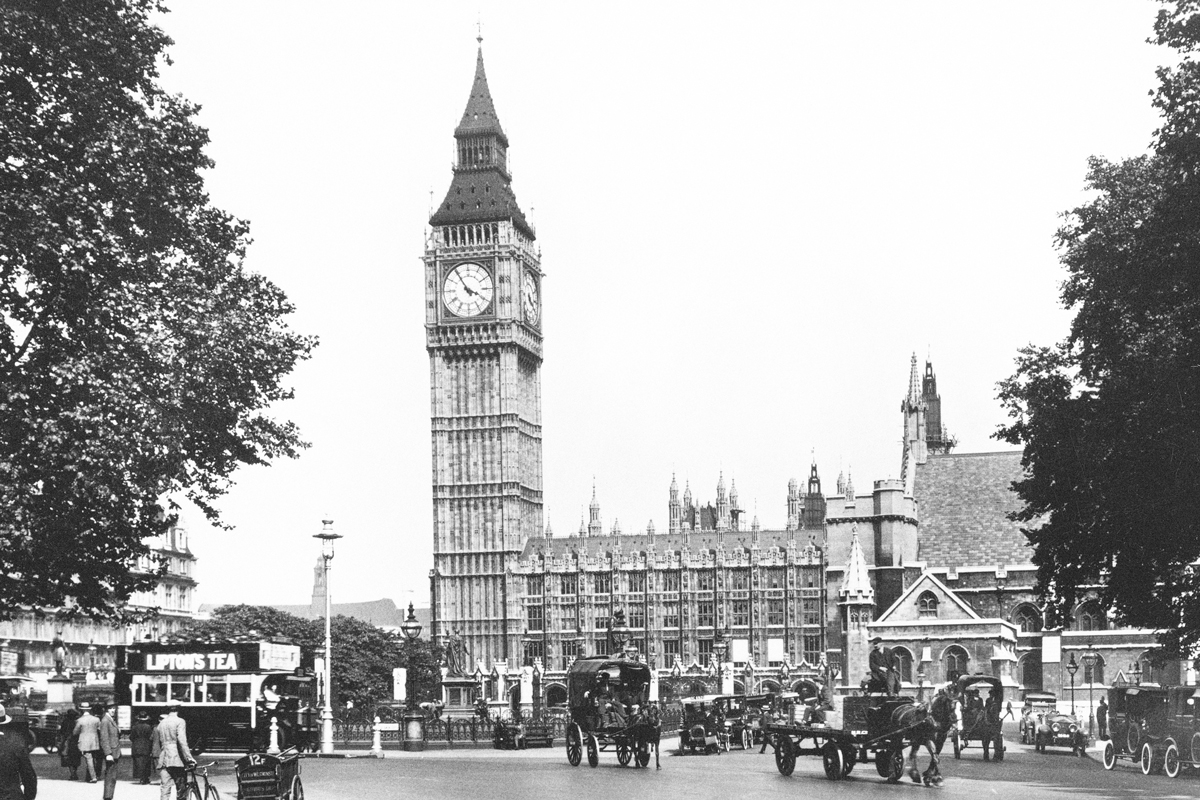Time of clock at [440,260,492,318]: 3:54
